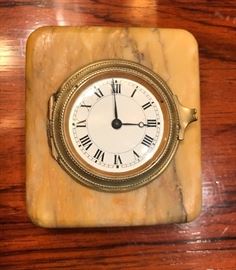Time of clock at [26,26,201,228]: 2:59
